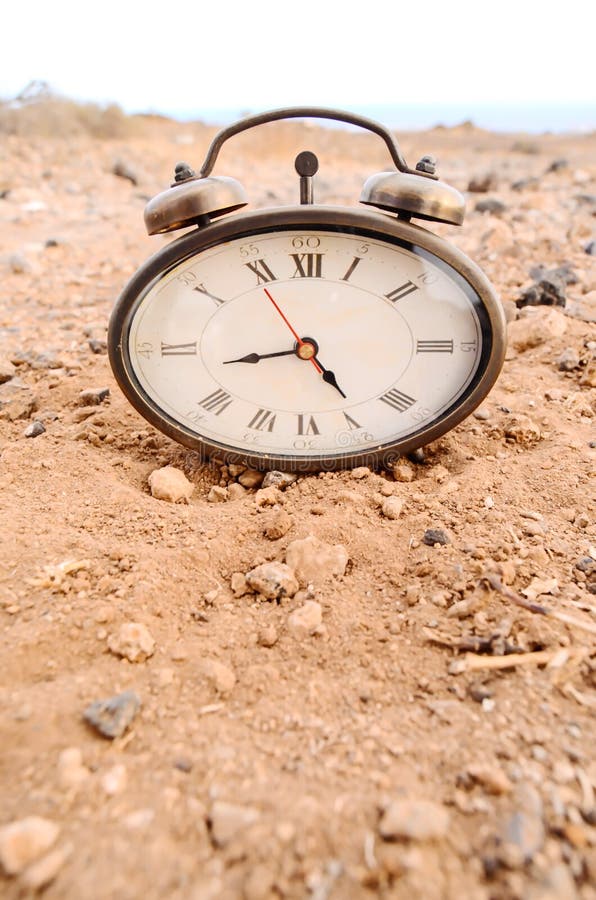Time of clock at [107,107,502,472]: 8:24
